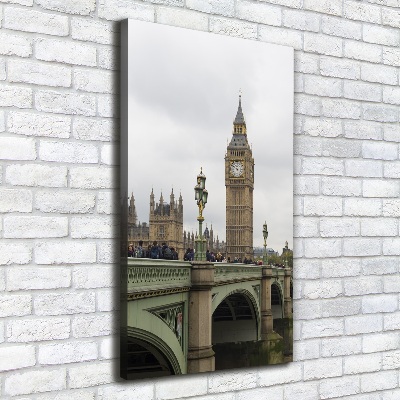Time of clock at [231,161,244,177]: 5:51
